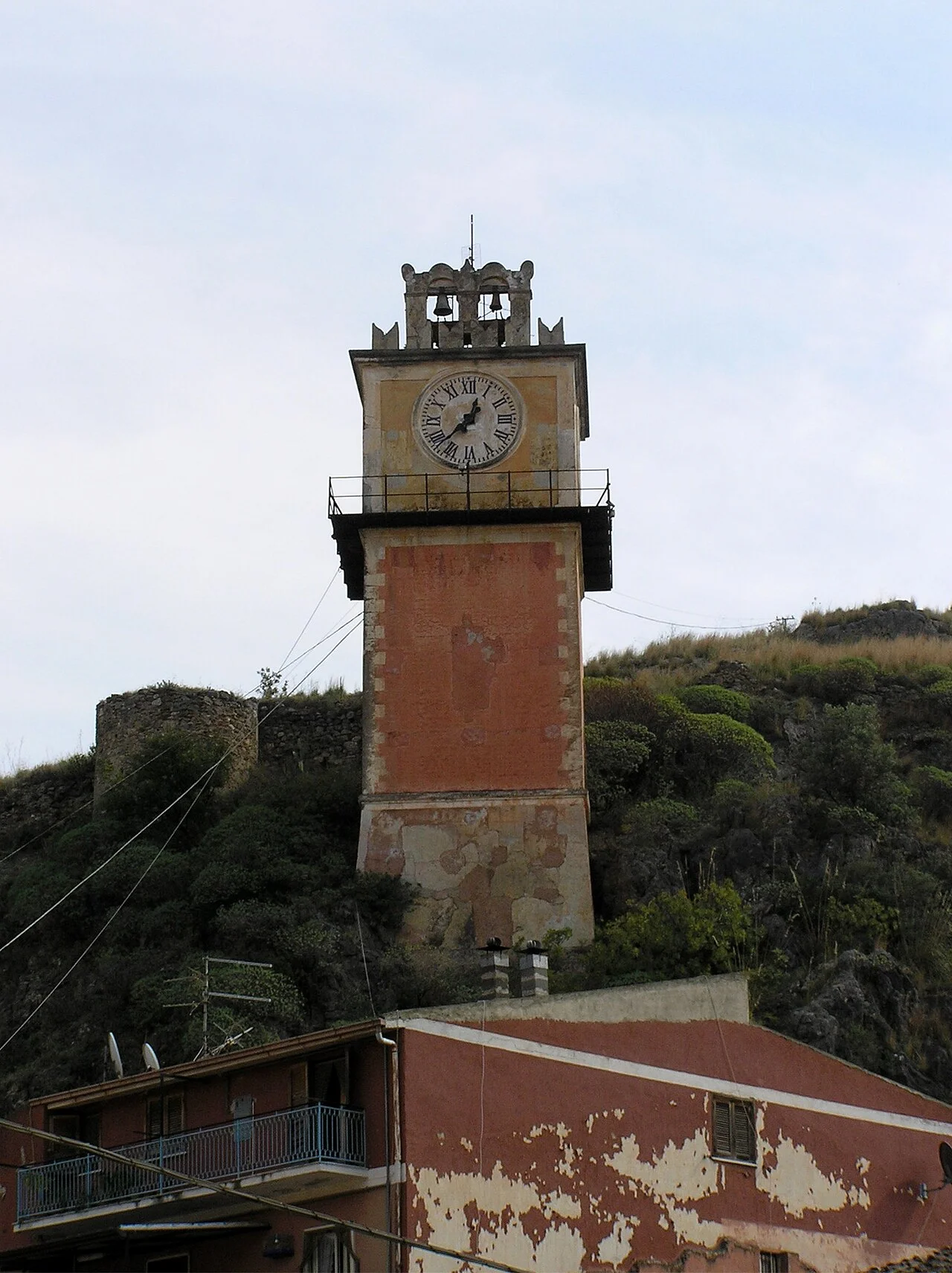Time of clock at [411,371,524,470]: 12:37
